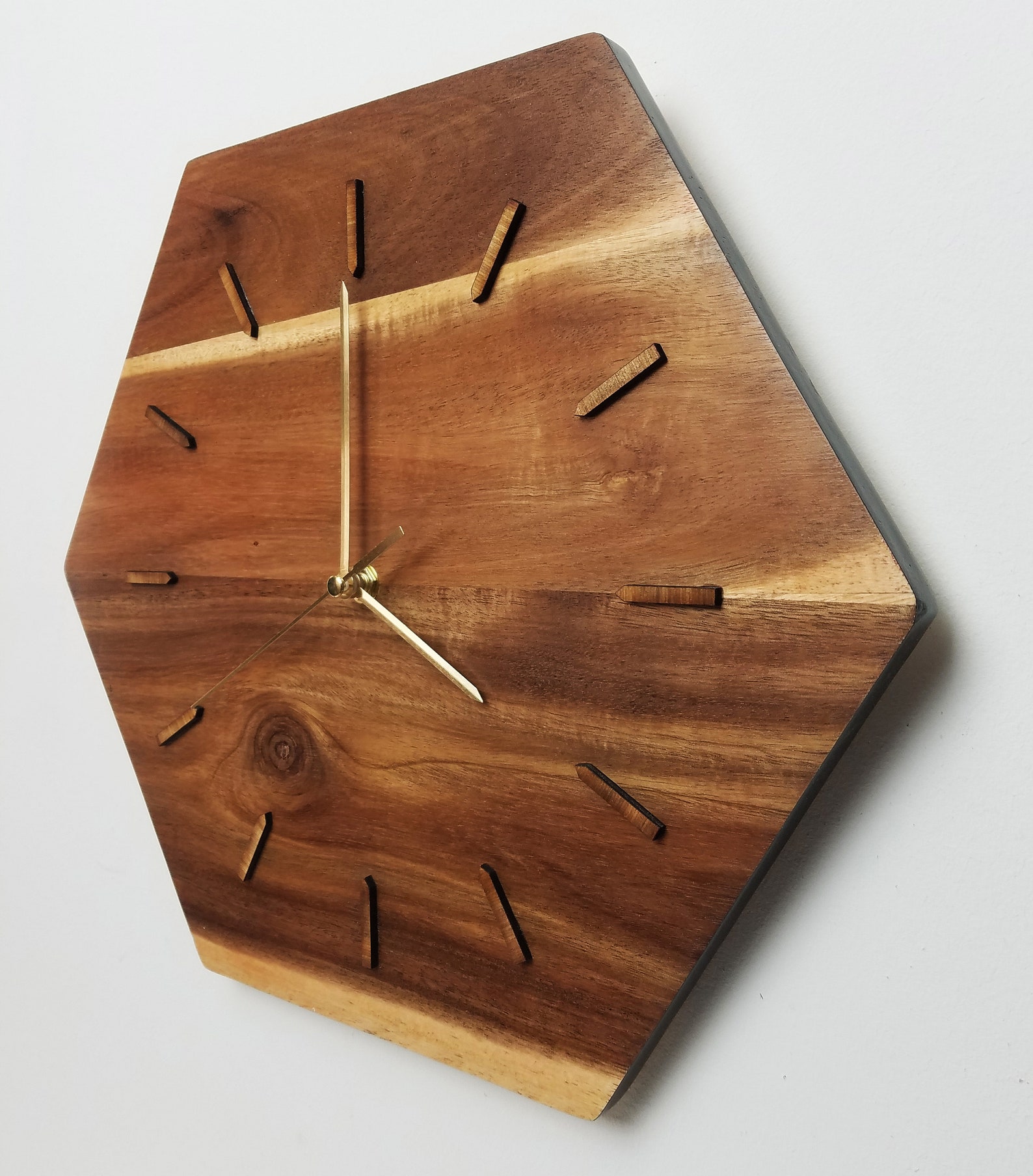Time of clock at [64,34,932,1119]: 4:00
